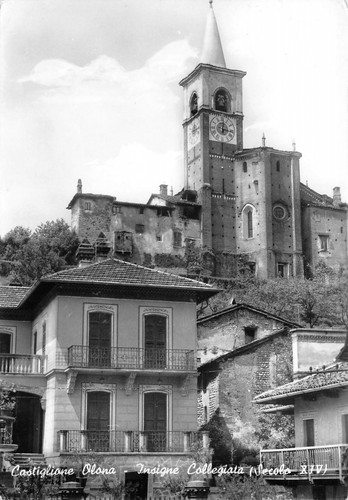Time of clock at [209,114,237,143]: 12:16
